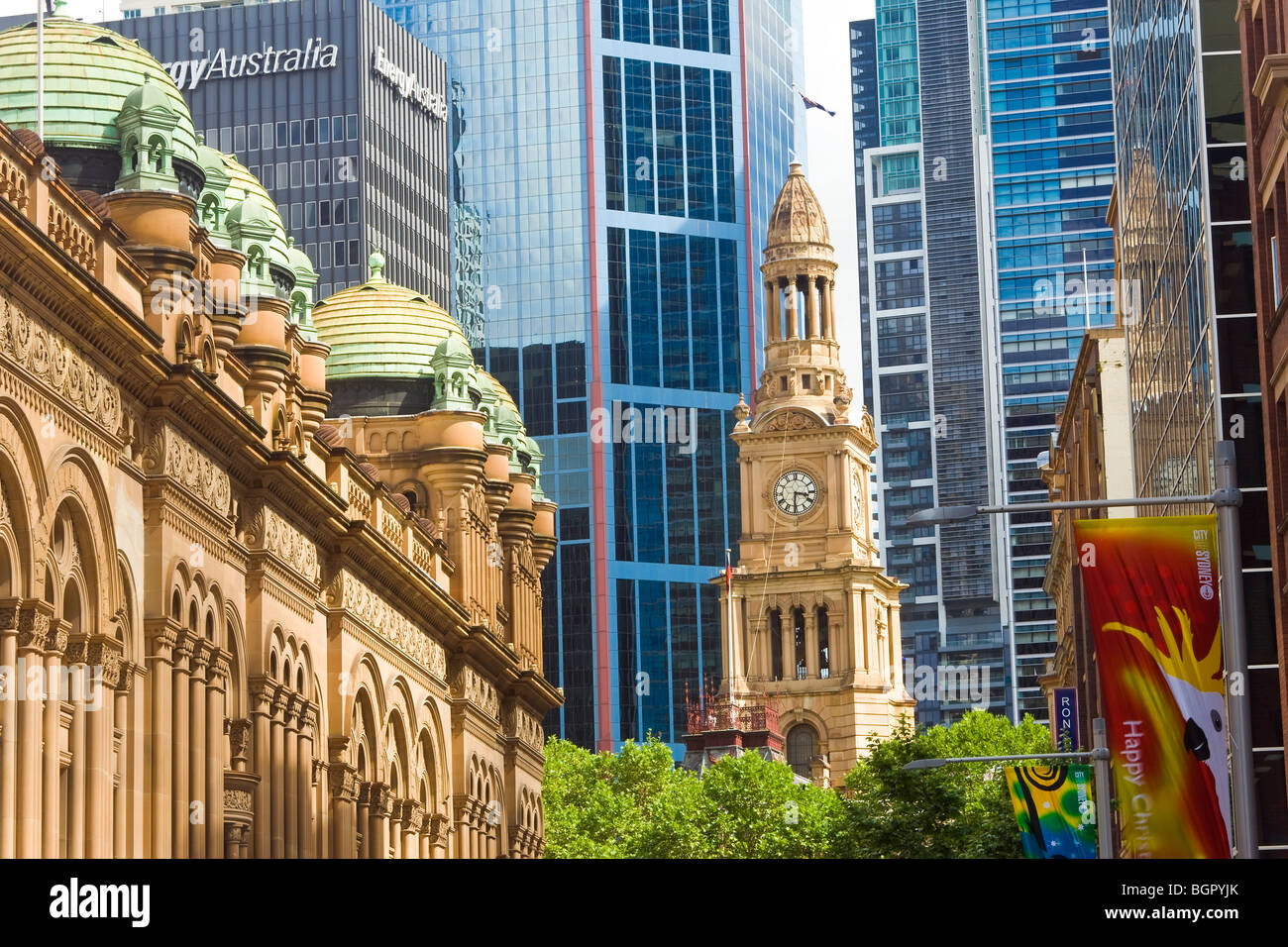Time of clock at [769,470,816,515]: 3:30
